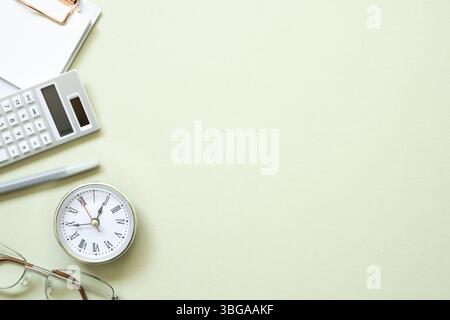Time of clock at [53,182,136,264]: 12:44
